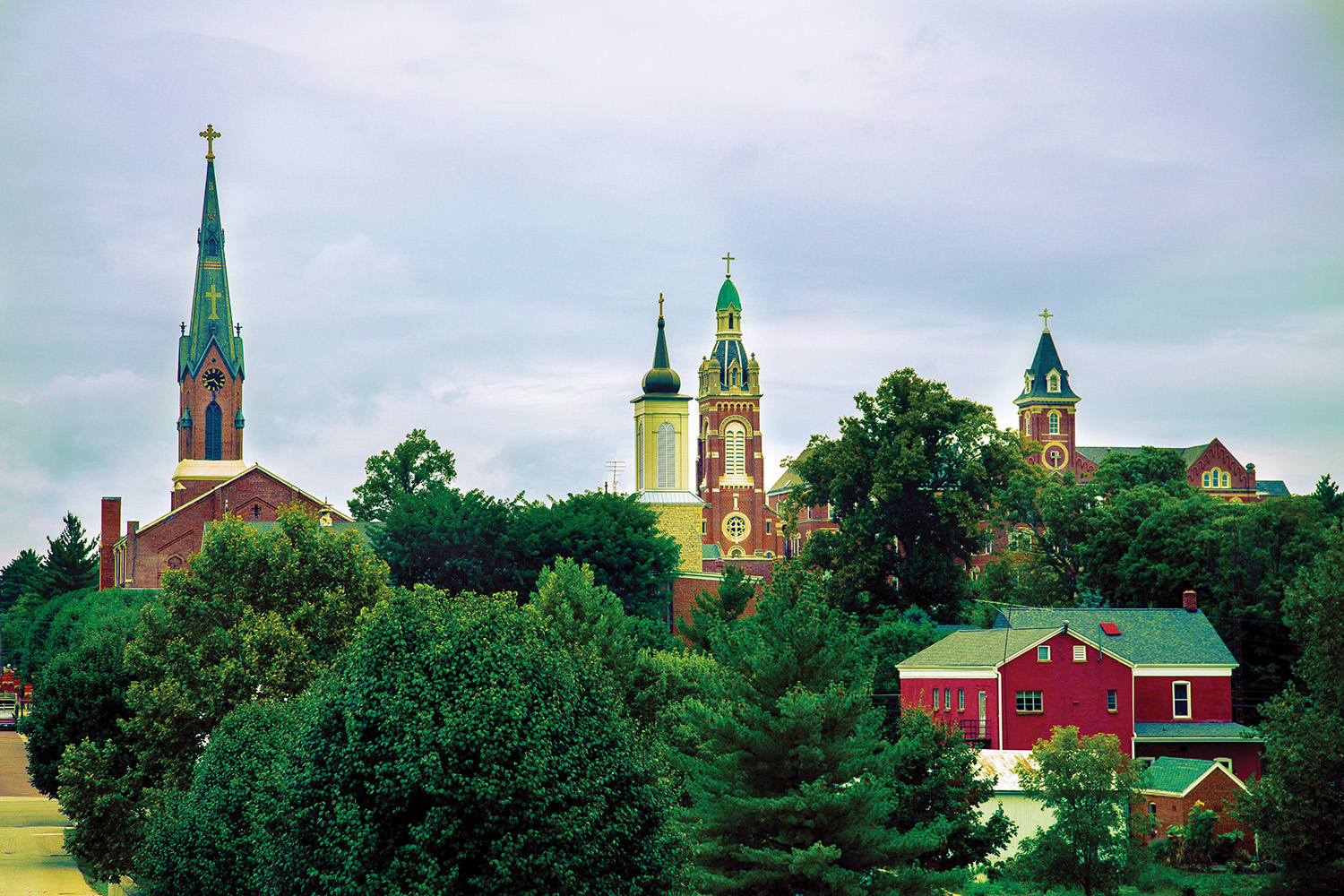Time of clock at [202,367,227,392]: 4:42
